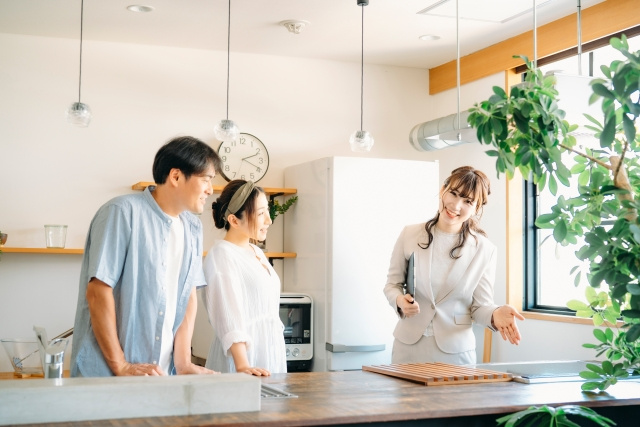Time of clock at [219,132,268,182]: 2:19
